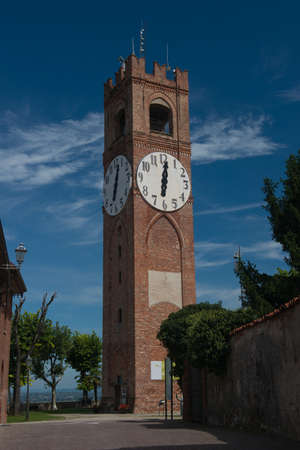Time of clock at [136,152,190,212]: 6:01
